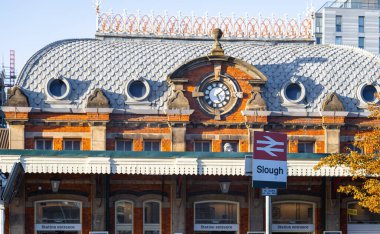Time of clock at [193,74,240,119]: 5:08
